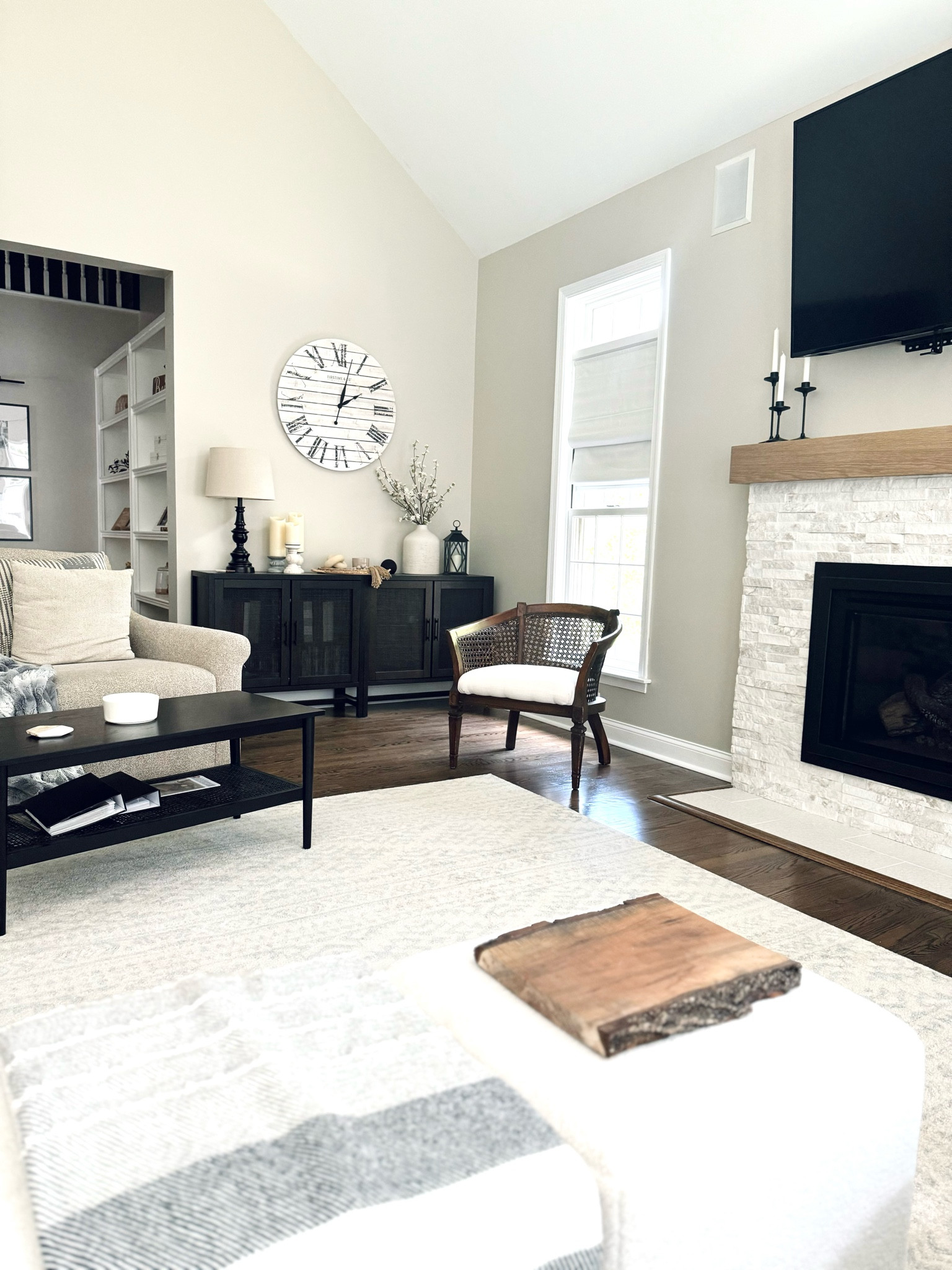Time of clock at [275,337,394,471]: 2:02
